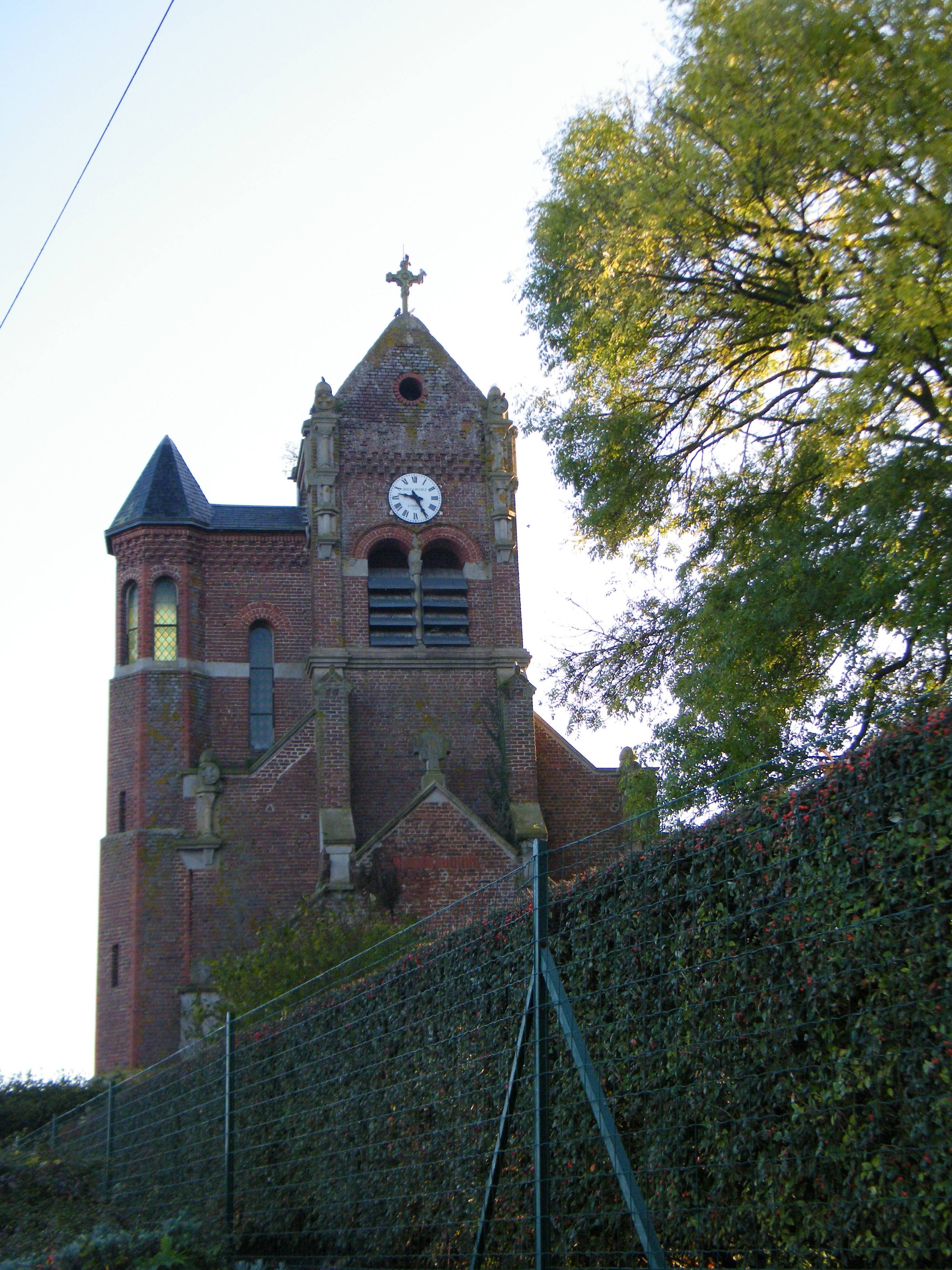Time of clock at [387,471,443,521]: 9:25
